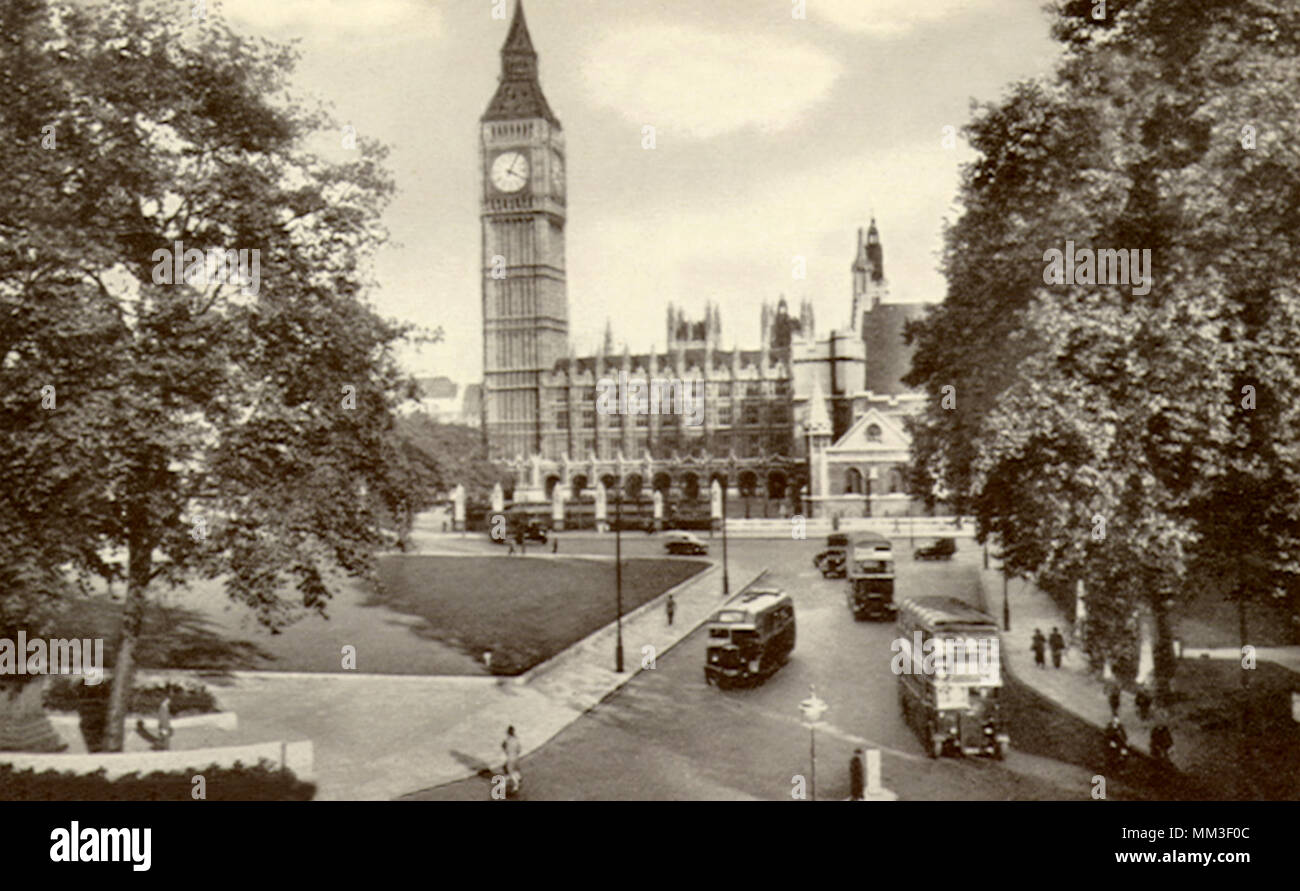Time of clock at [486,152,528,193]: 4:04
